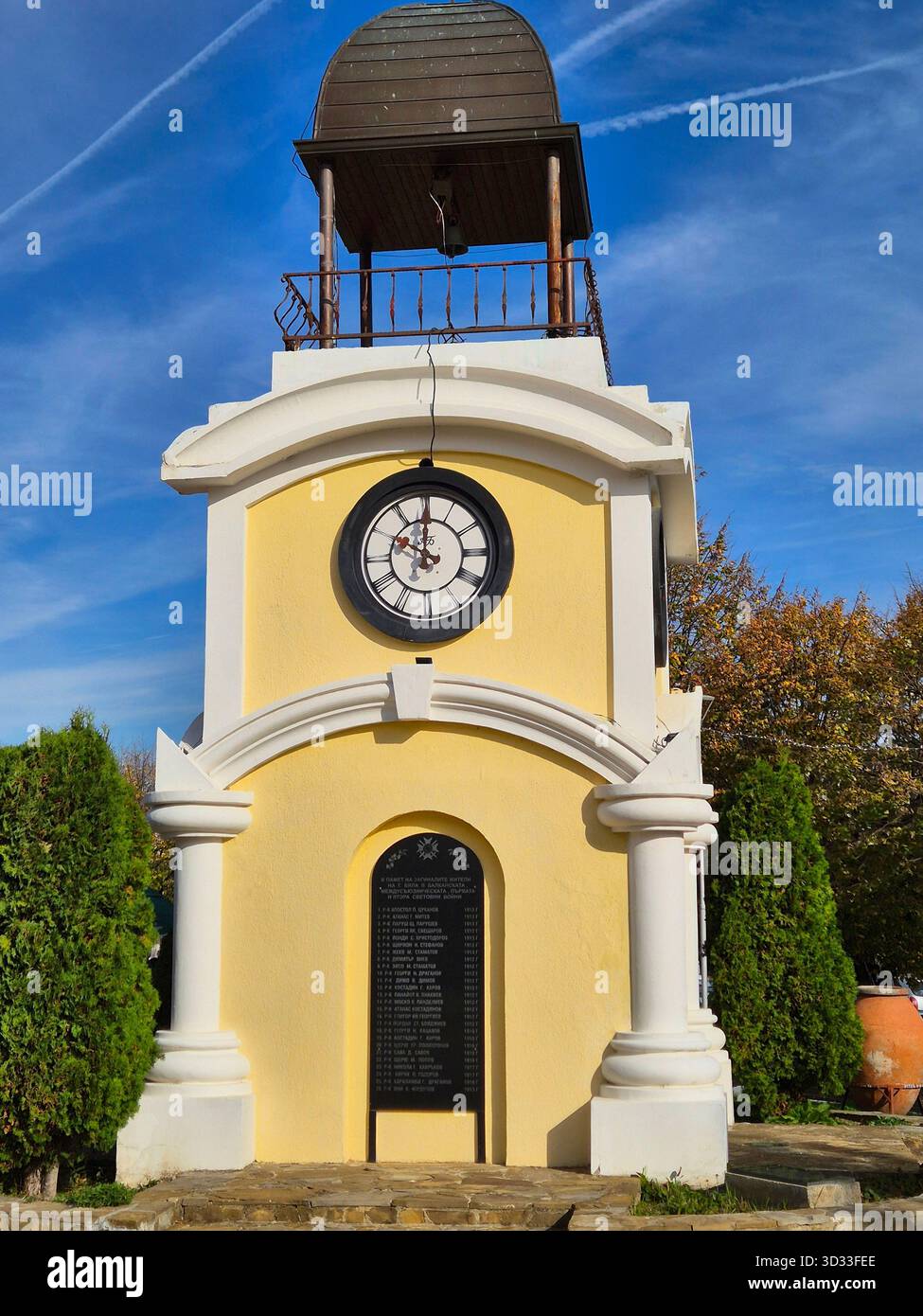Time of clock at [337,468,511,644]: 10:00
